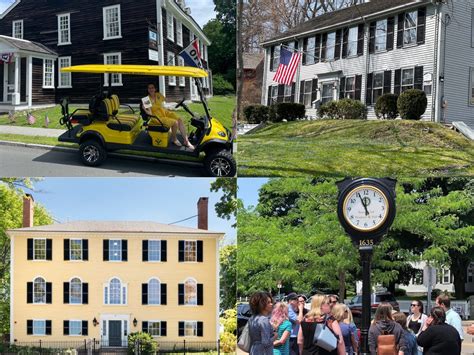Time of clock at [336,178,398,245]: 11:55
